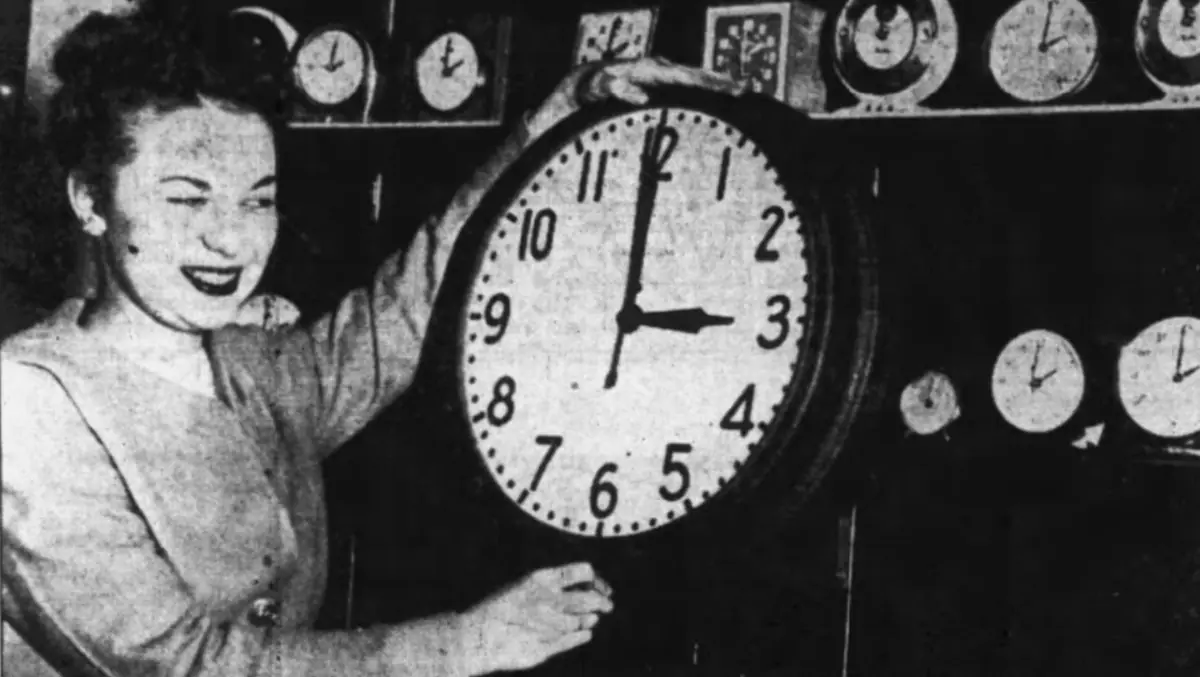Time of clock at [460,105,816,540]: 2:59
